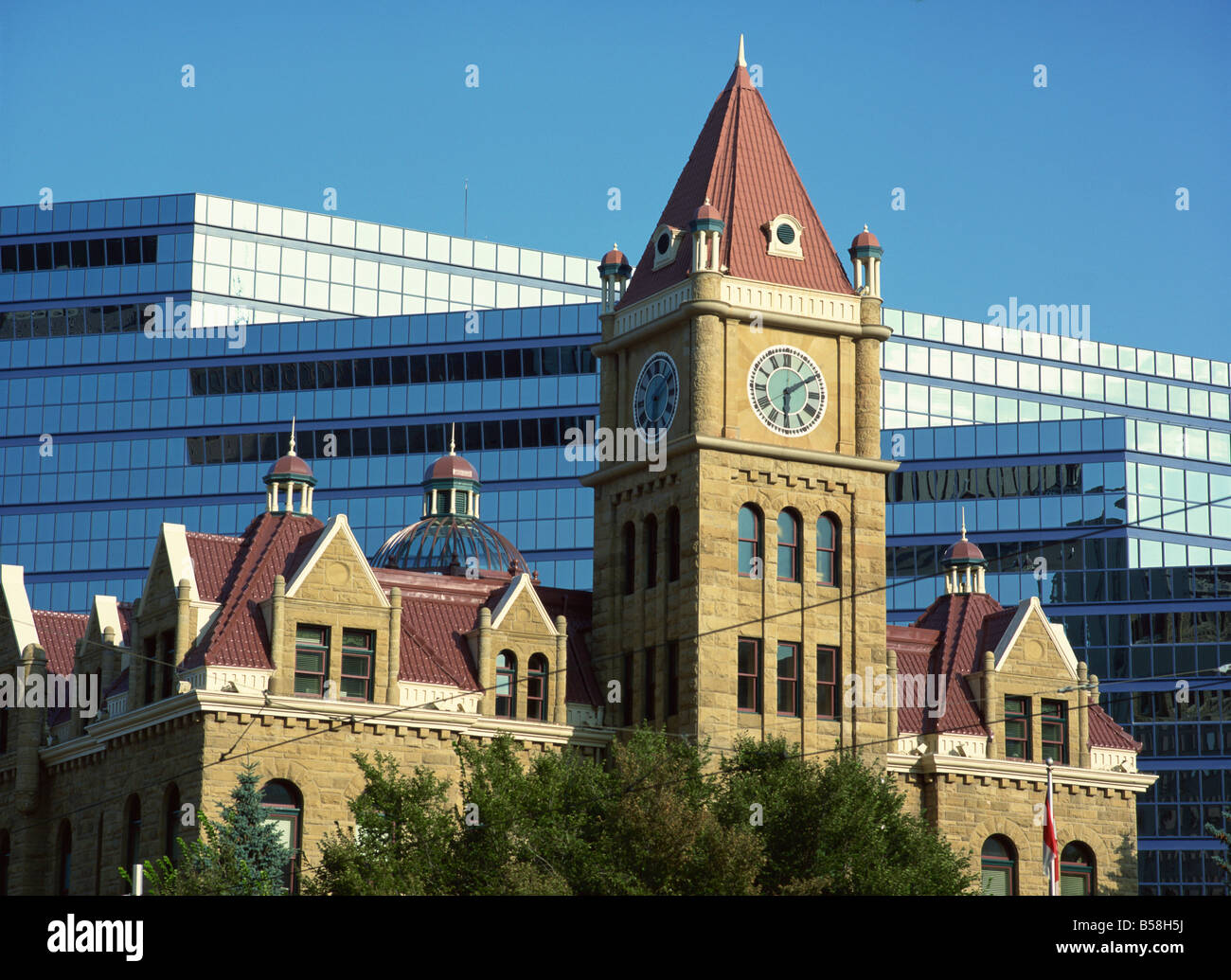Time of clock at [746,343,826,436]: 6:09
